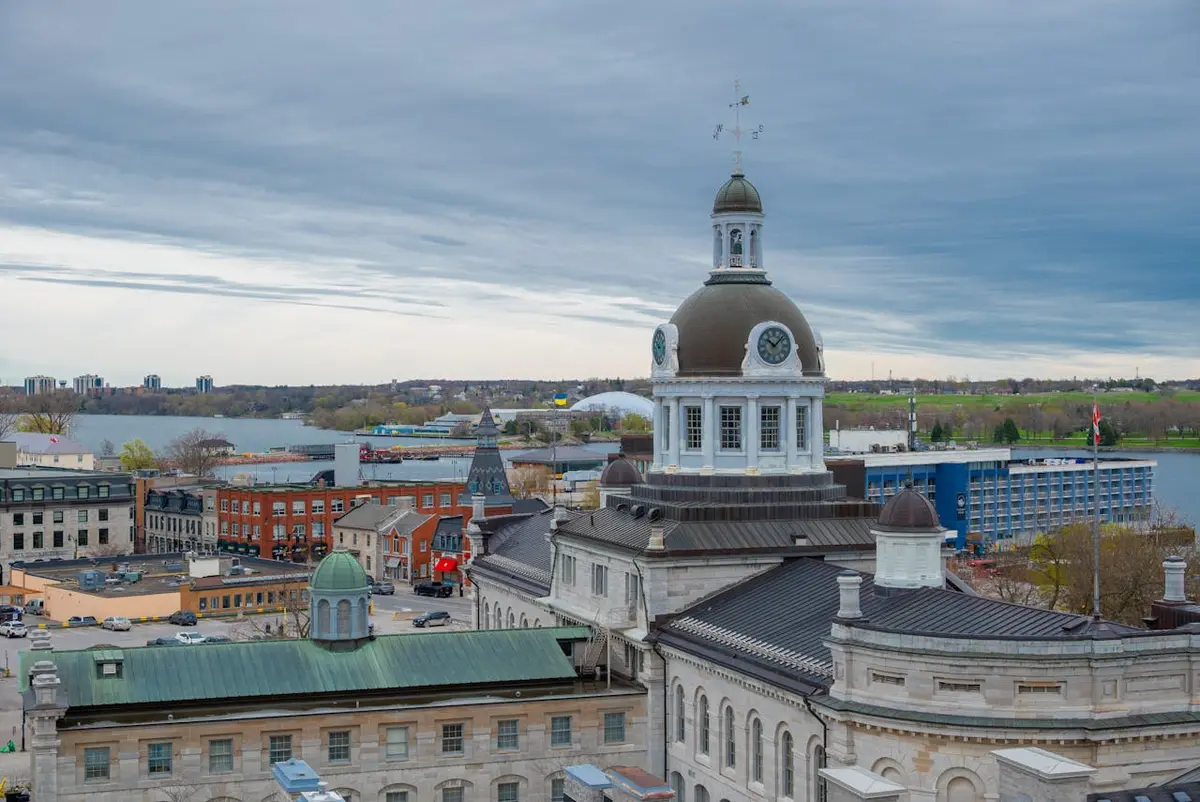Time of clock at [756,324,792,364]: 10:07
